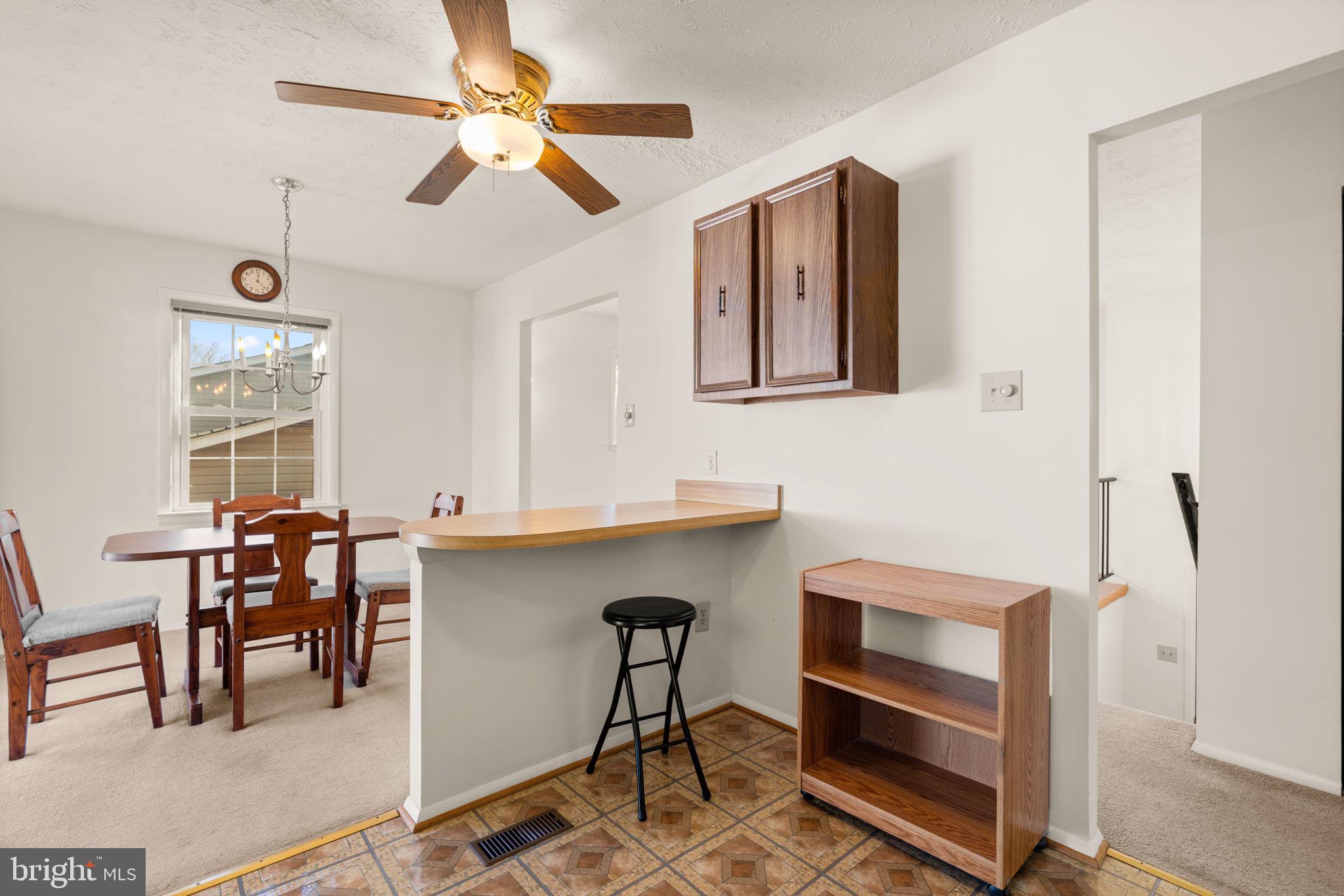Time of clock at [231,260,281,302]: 12:21
